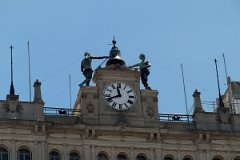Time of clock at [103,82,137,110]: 11:41
